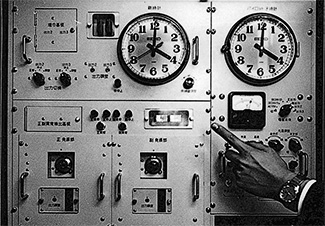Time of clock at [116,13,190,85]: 4:00
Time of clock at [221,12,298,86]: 4:00
